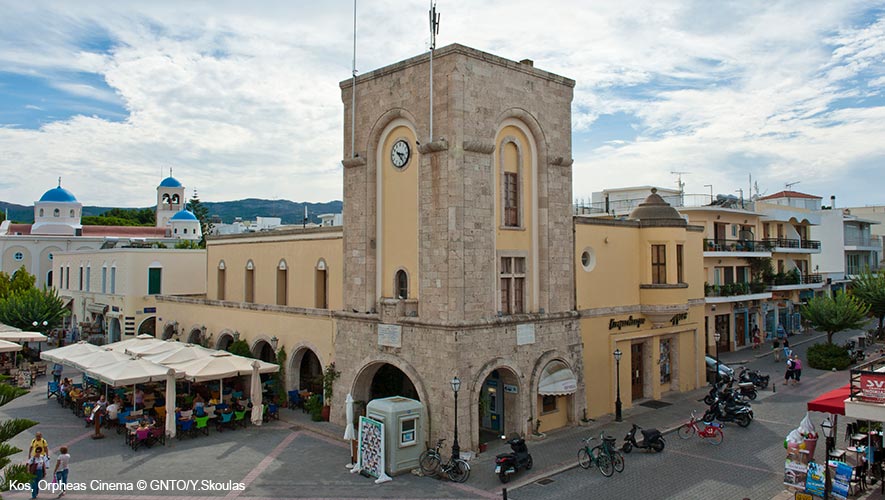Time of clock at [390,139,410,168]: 3:23
